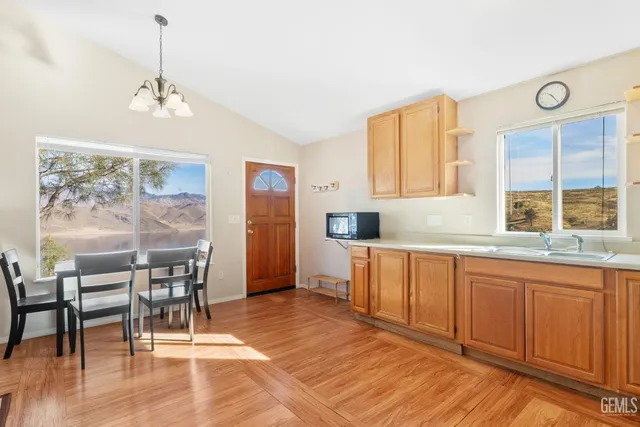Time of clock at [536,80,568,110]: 10:24
